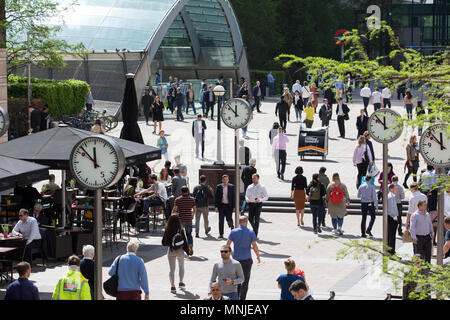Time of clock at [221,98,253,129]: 11:52
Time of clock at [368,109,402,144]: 11:52
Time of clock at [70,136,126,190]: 11:52
